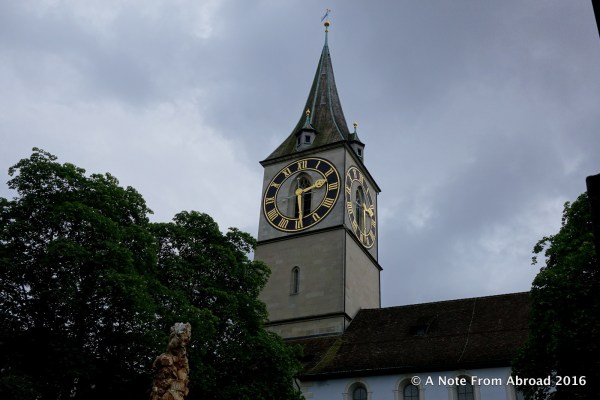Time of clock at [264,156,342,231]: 2:29
